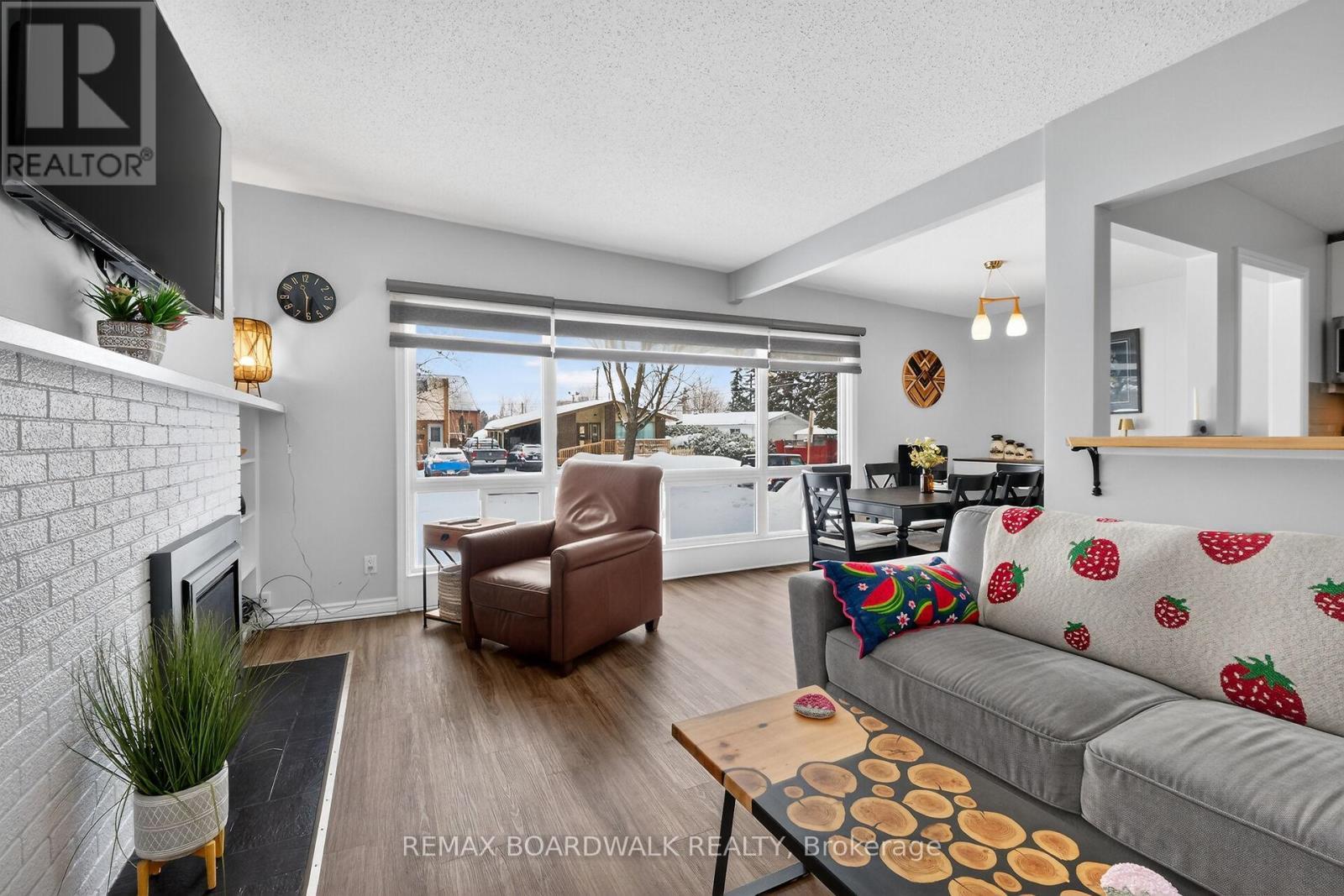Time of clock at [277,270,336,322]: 11:31
